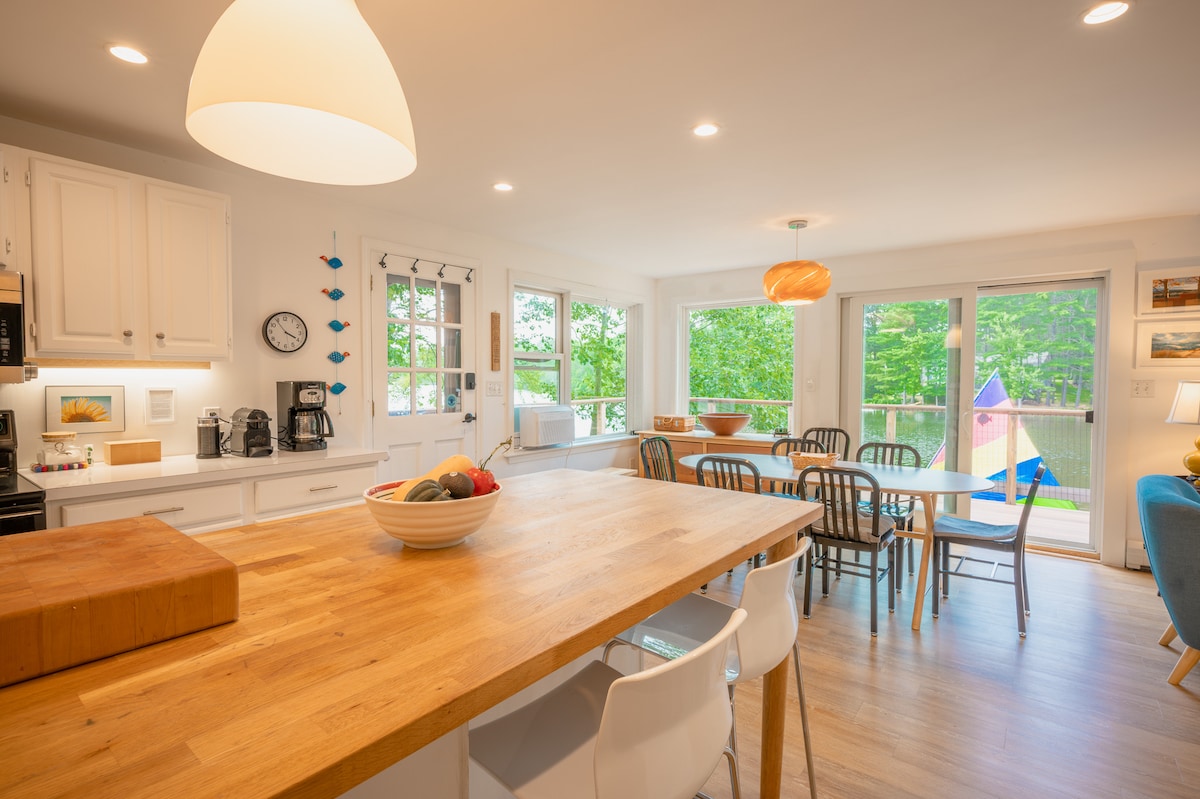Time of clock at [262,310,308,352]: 3:54
